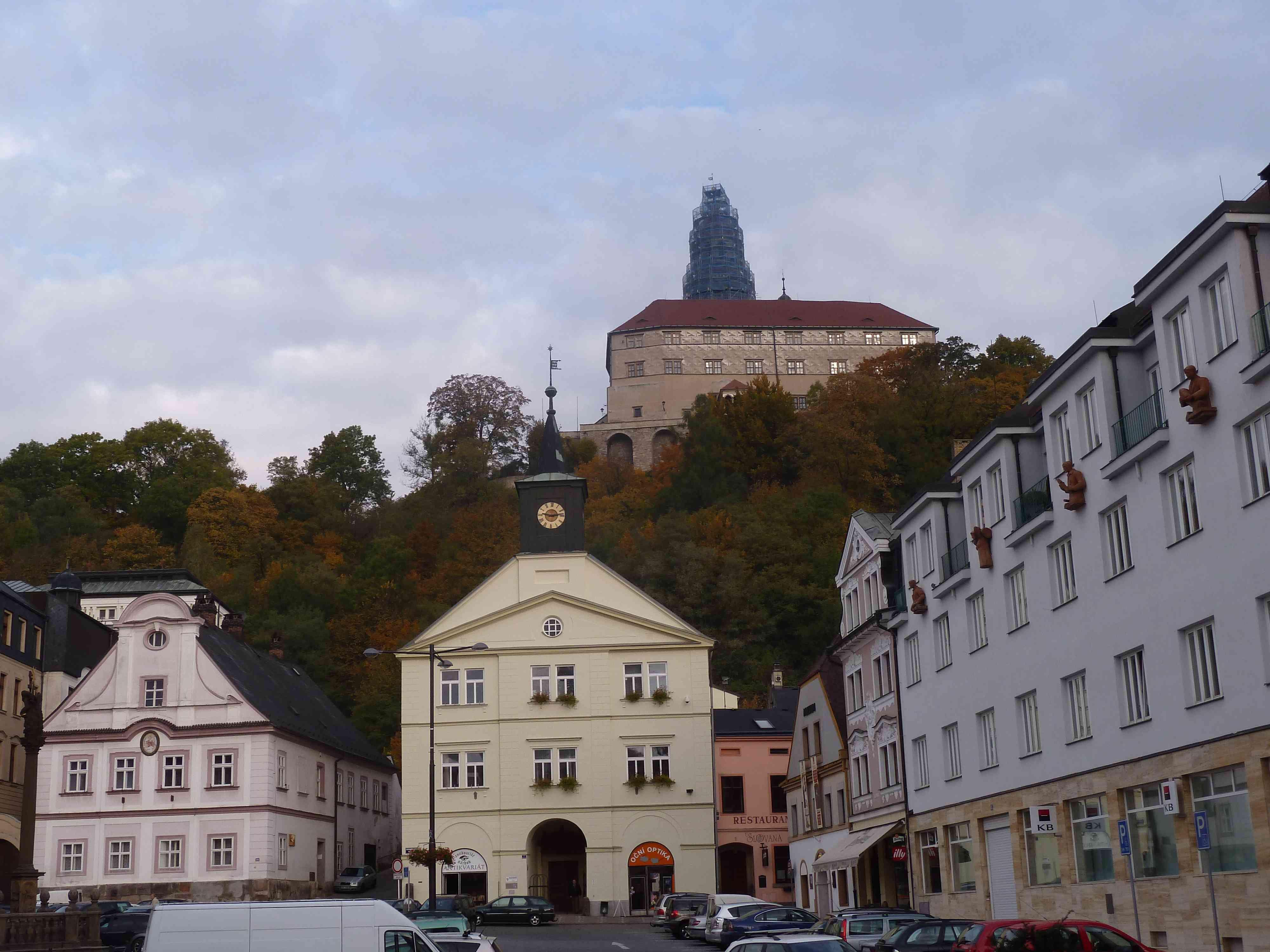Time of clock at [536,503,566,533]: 9:13
